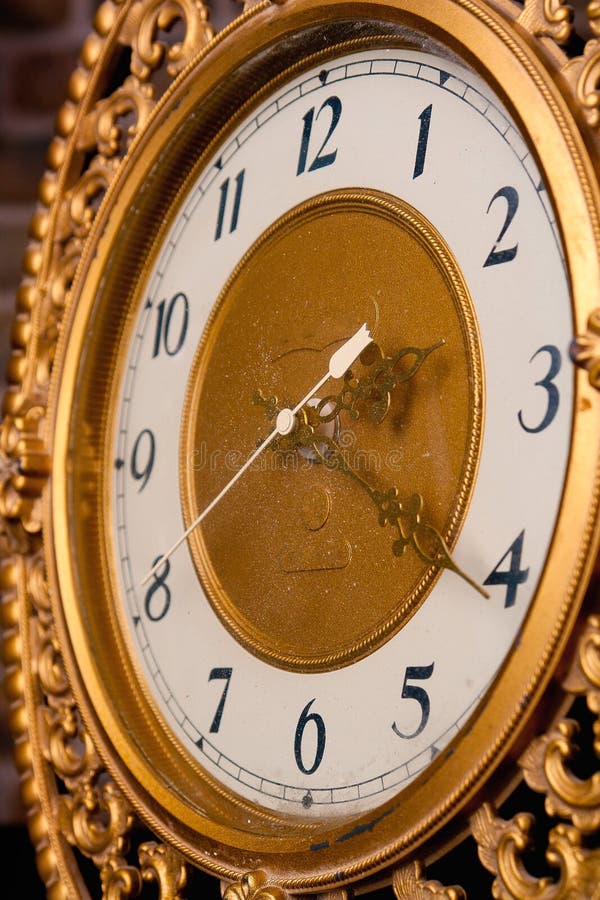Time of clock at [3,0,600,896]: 1:40
